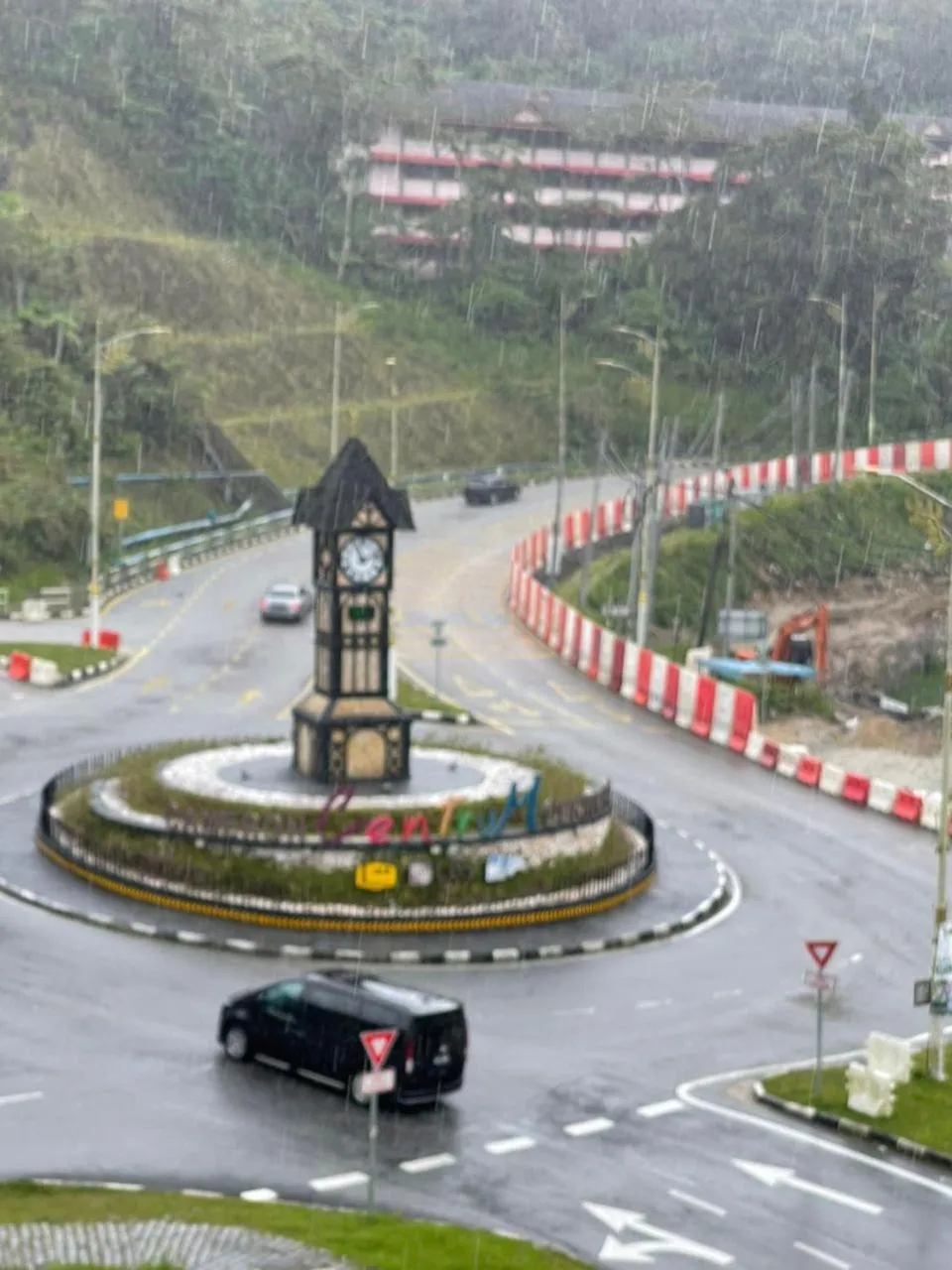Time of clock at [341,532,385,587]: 11:12
